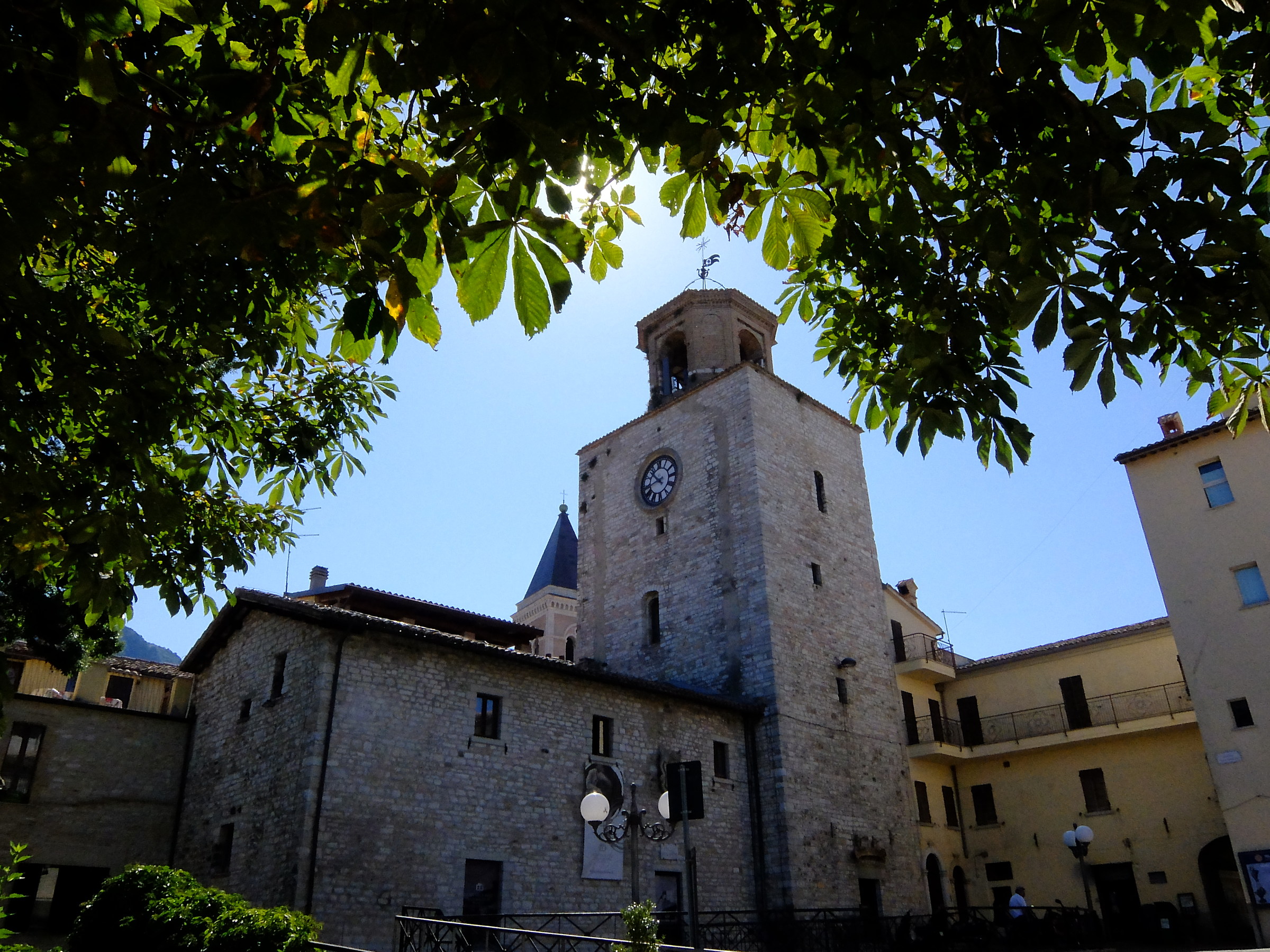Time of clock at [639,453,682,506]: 10:42
